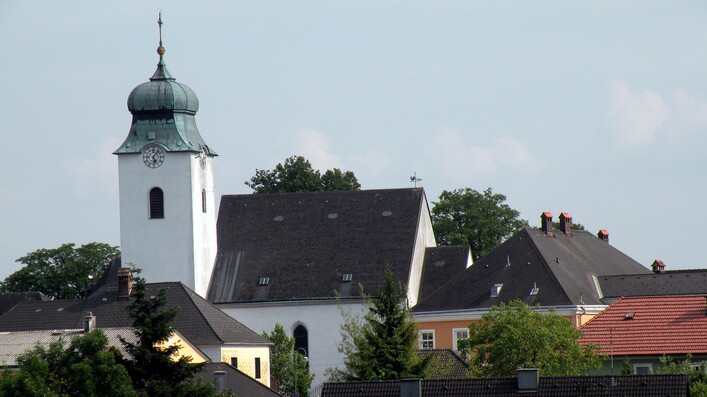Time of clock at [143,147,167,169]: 5:06
